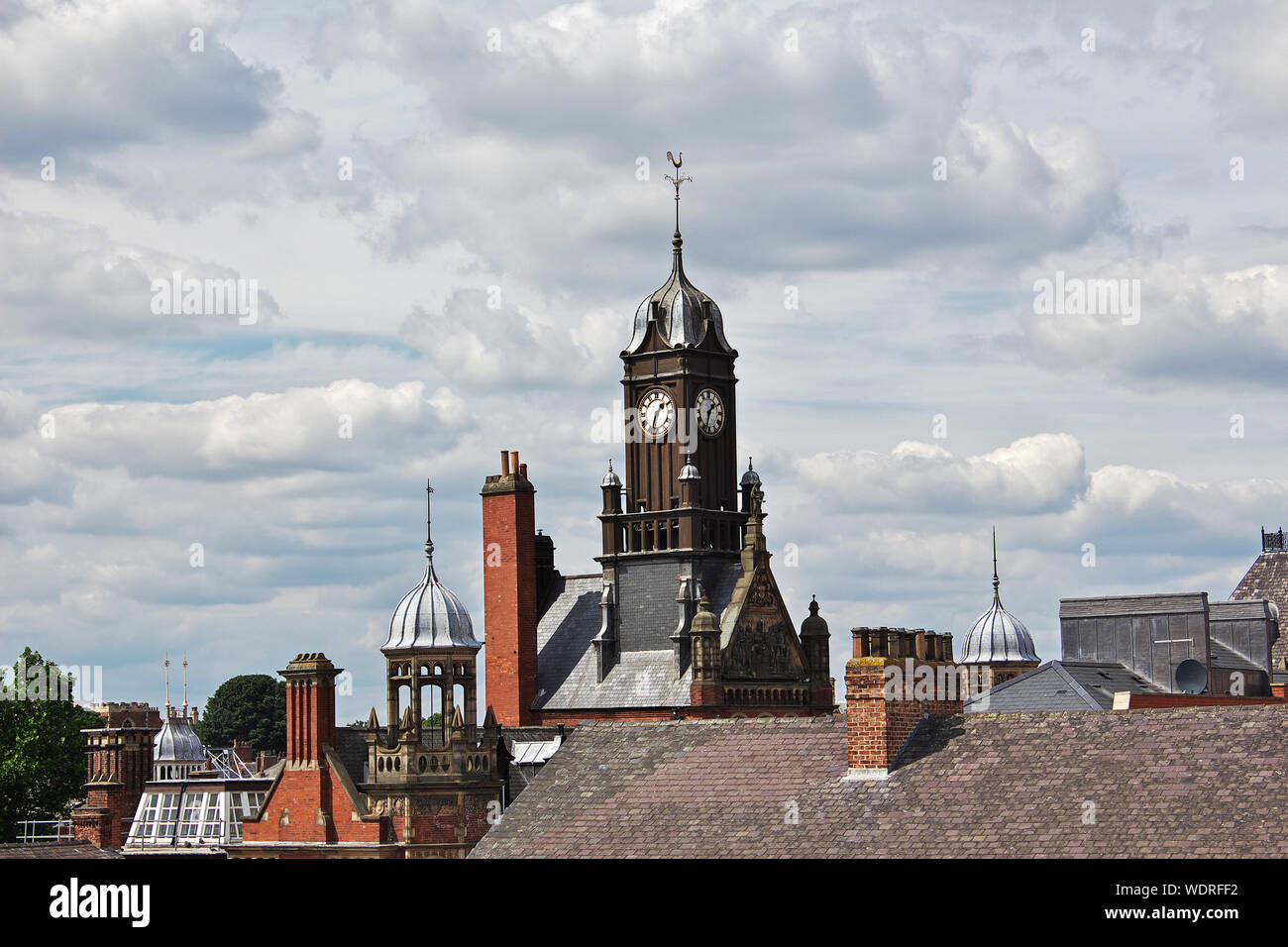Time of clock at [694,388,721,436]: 1:33
